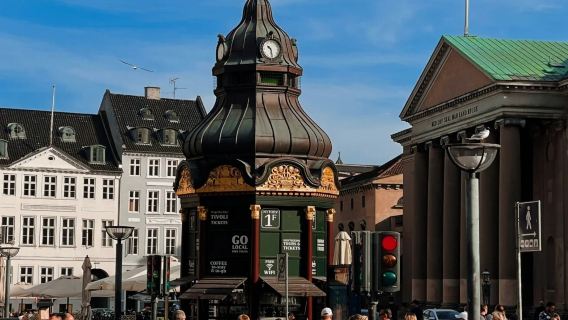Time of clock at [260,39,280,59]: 10:28
